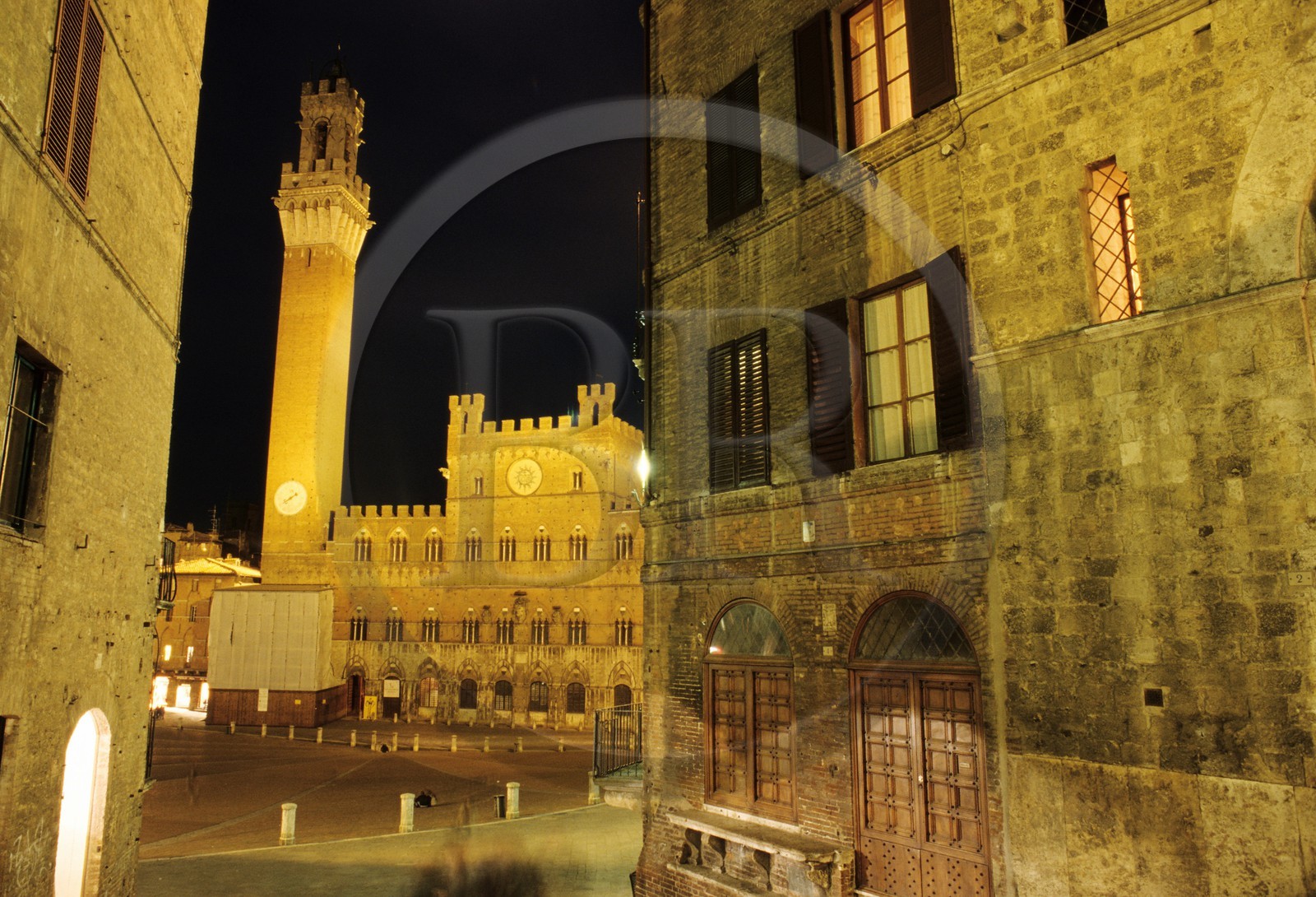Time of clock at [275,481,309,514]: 1:39
